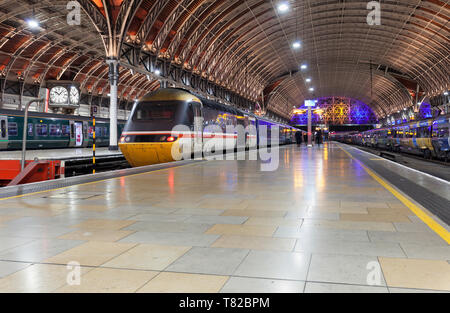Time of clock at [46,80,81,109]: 10:07
